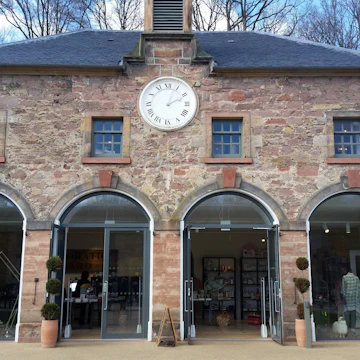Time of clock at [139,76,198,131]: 2:03
